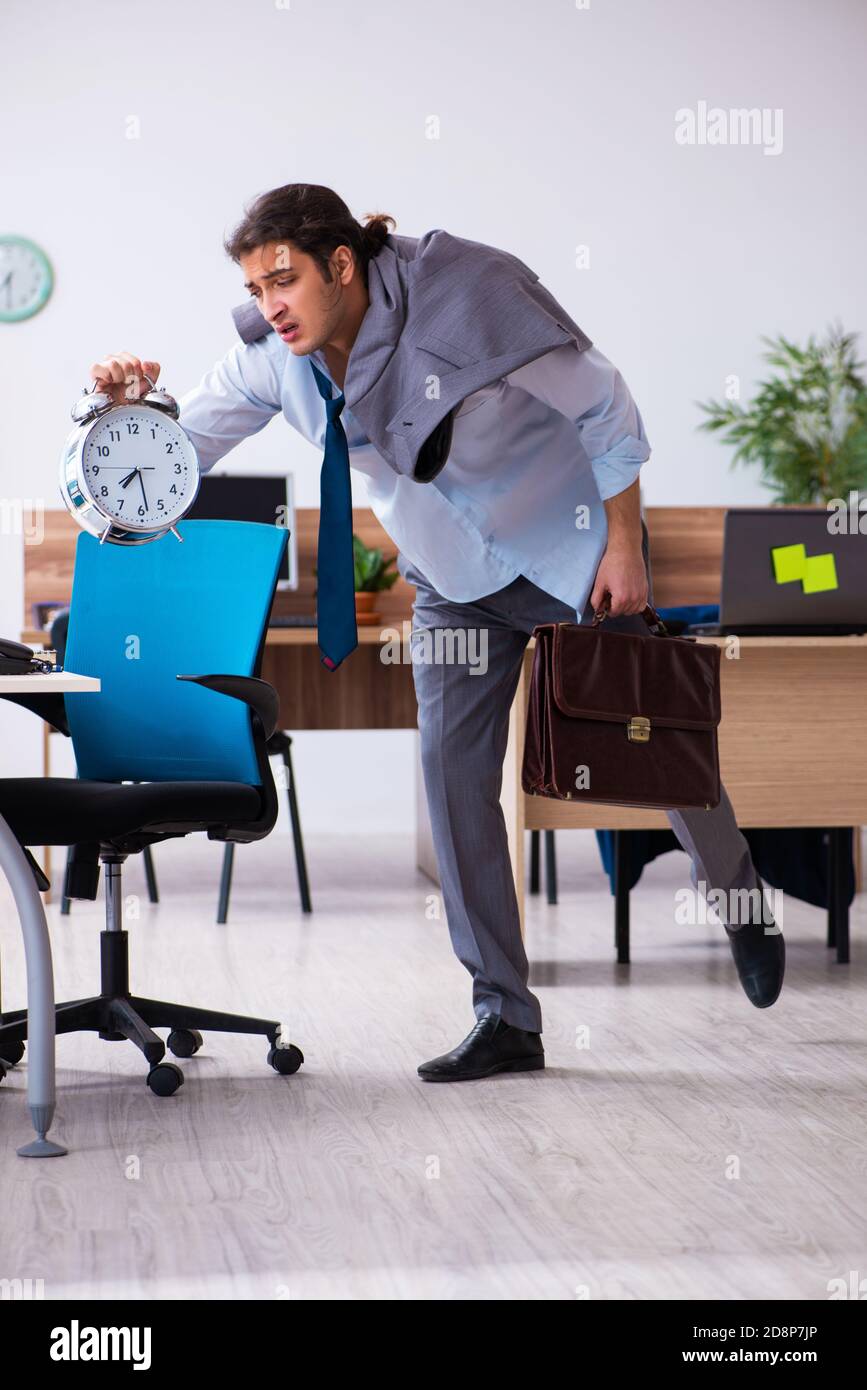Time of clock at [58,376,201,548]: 7:28
